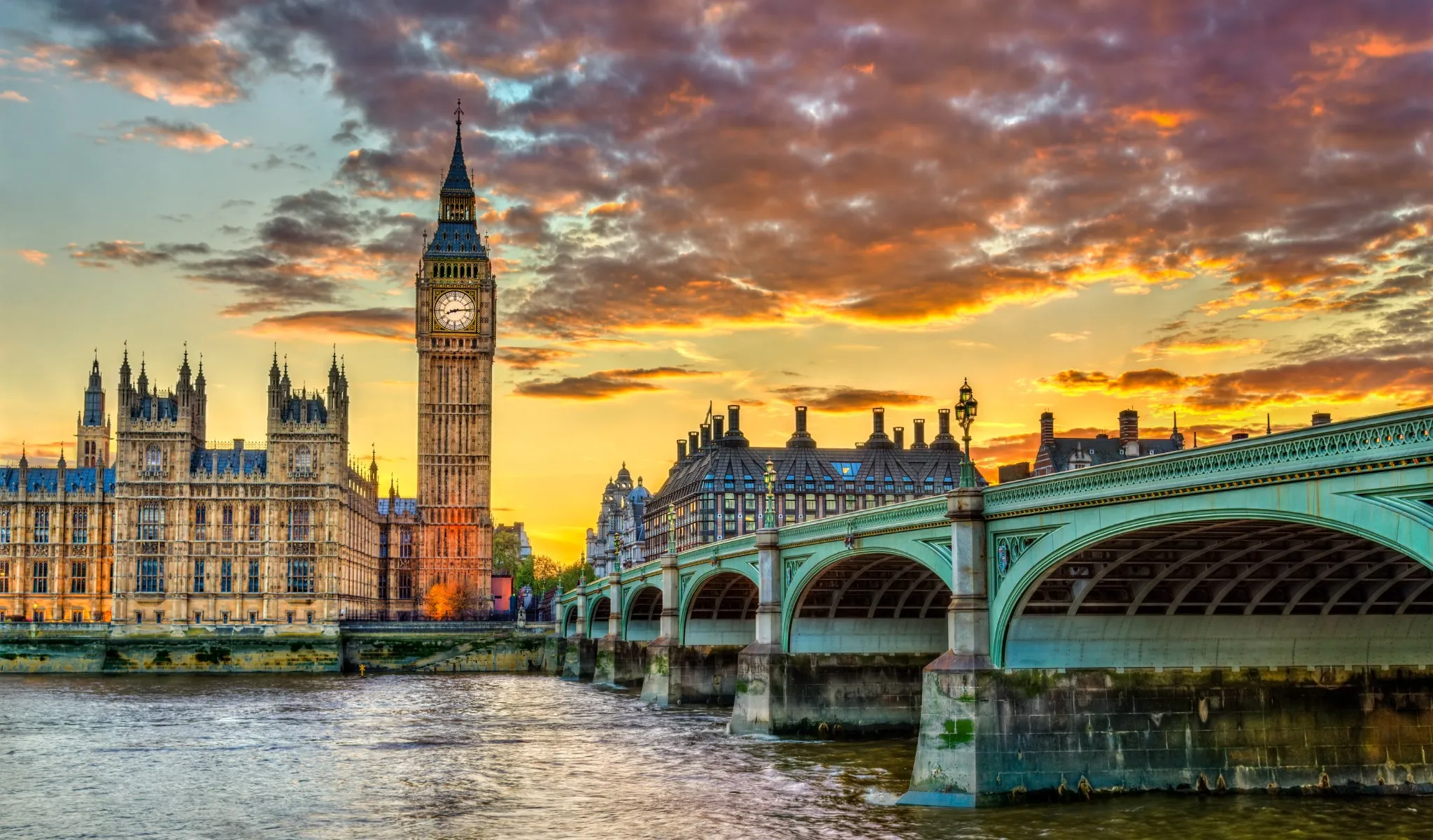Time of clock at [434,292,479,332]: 8:14
